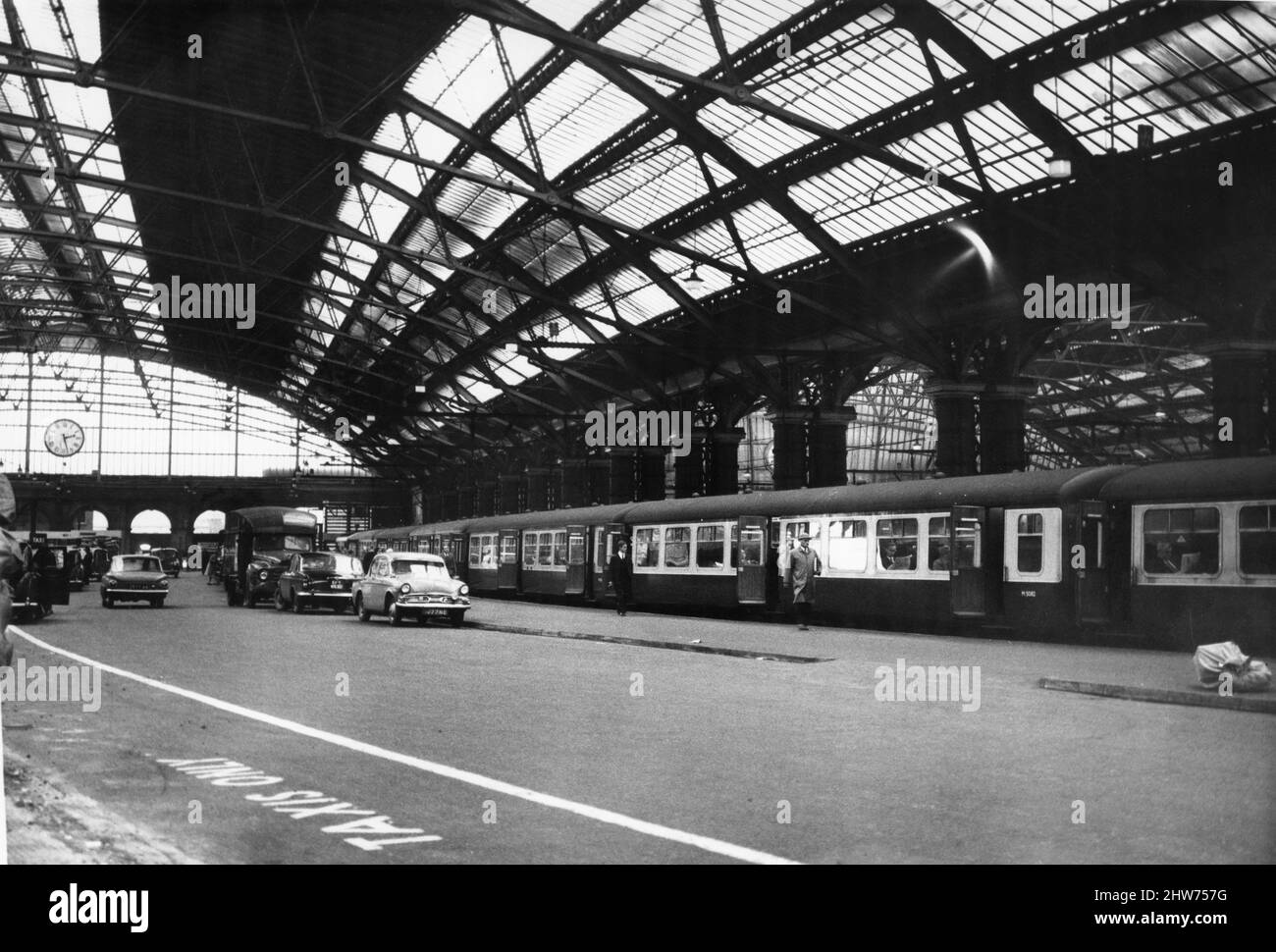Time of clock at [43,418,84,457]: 2:27
